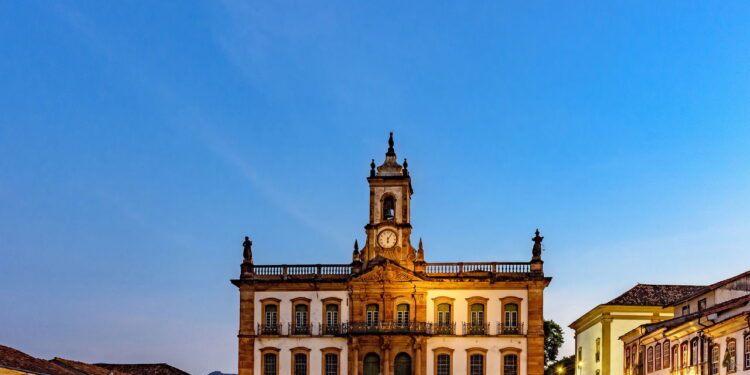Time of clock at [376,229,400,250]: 6:05
